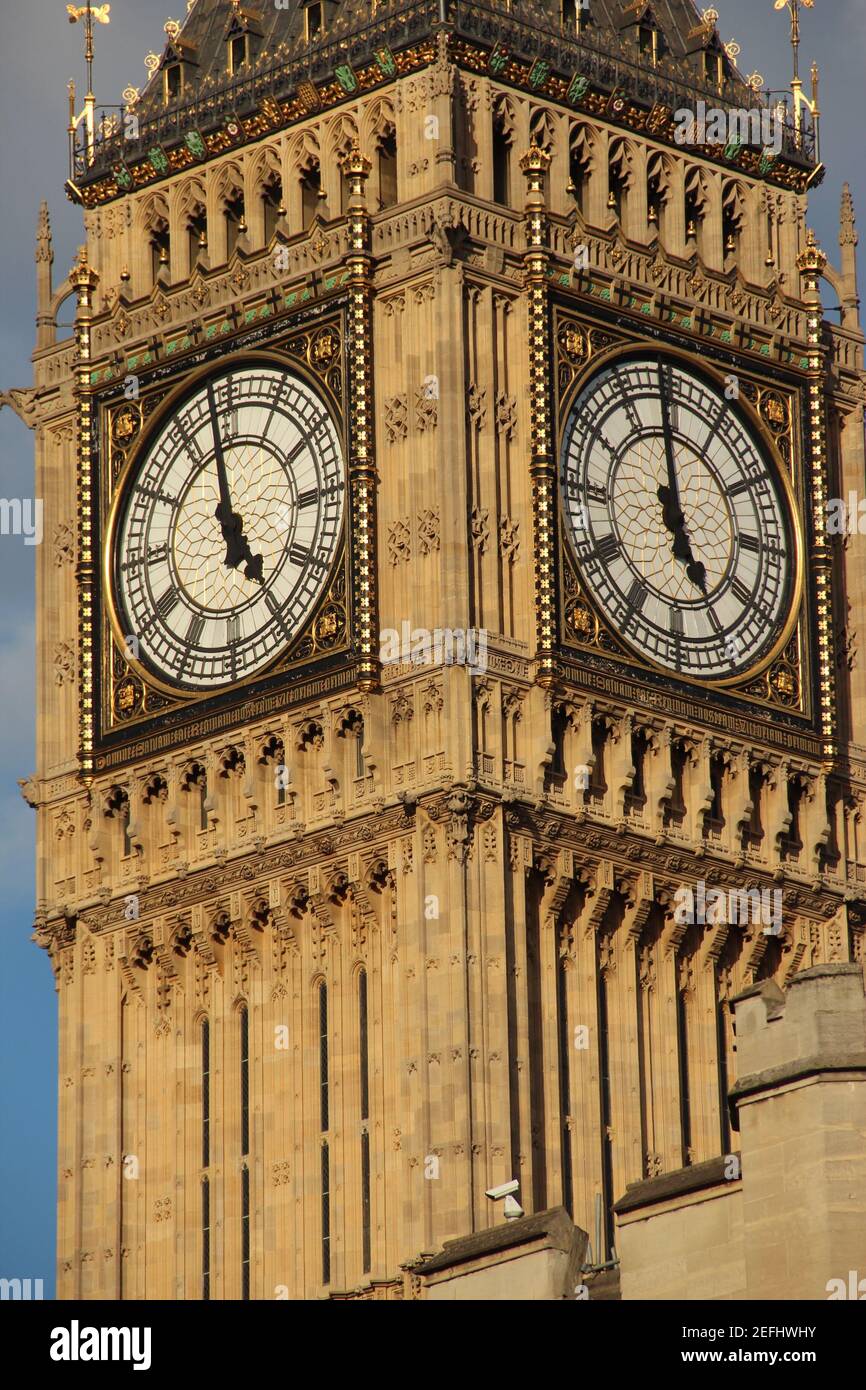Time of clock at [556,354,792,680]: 4:58
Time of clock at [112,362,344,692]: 4:58
